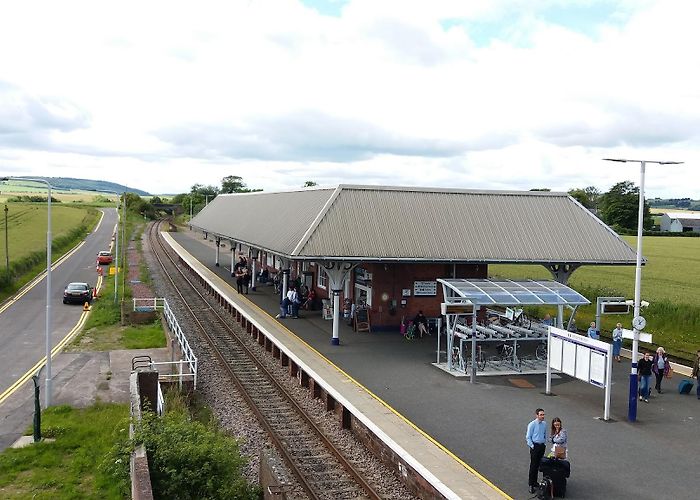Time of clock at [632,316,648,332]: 11:07
